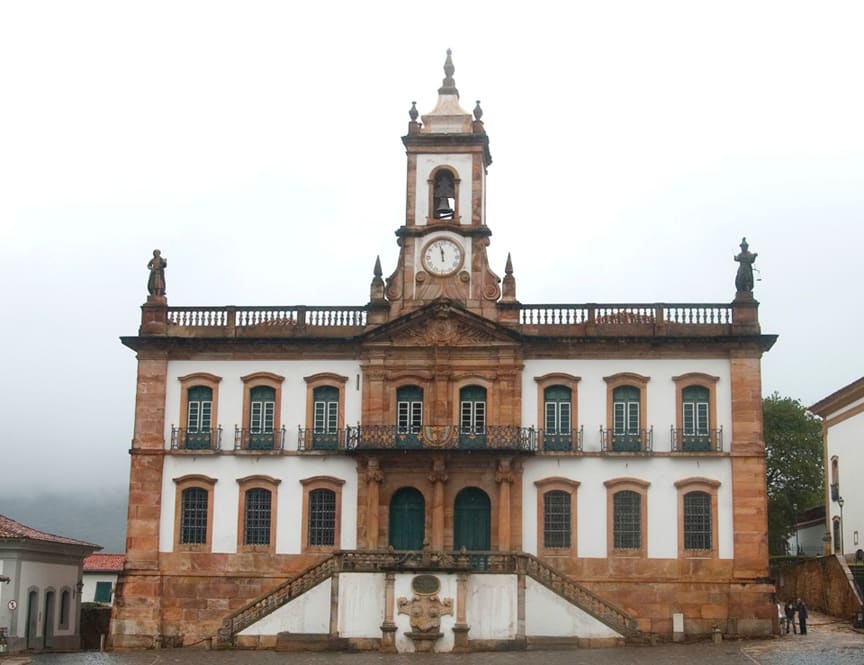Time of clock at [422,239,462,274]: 11:57
